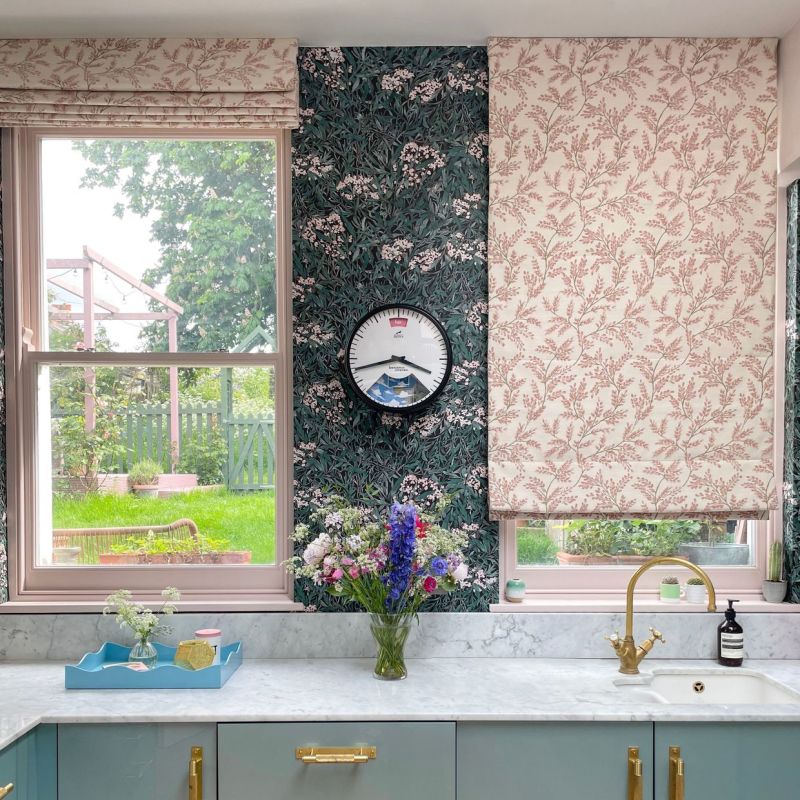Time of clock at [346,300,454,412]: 3:42
